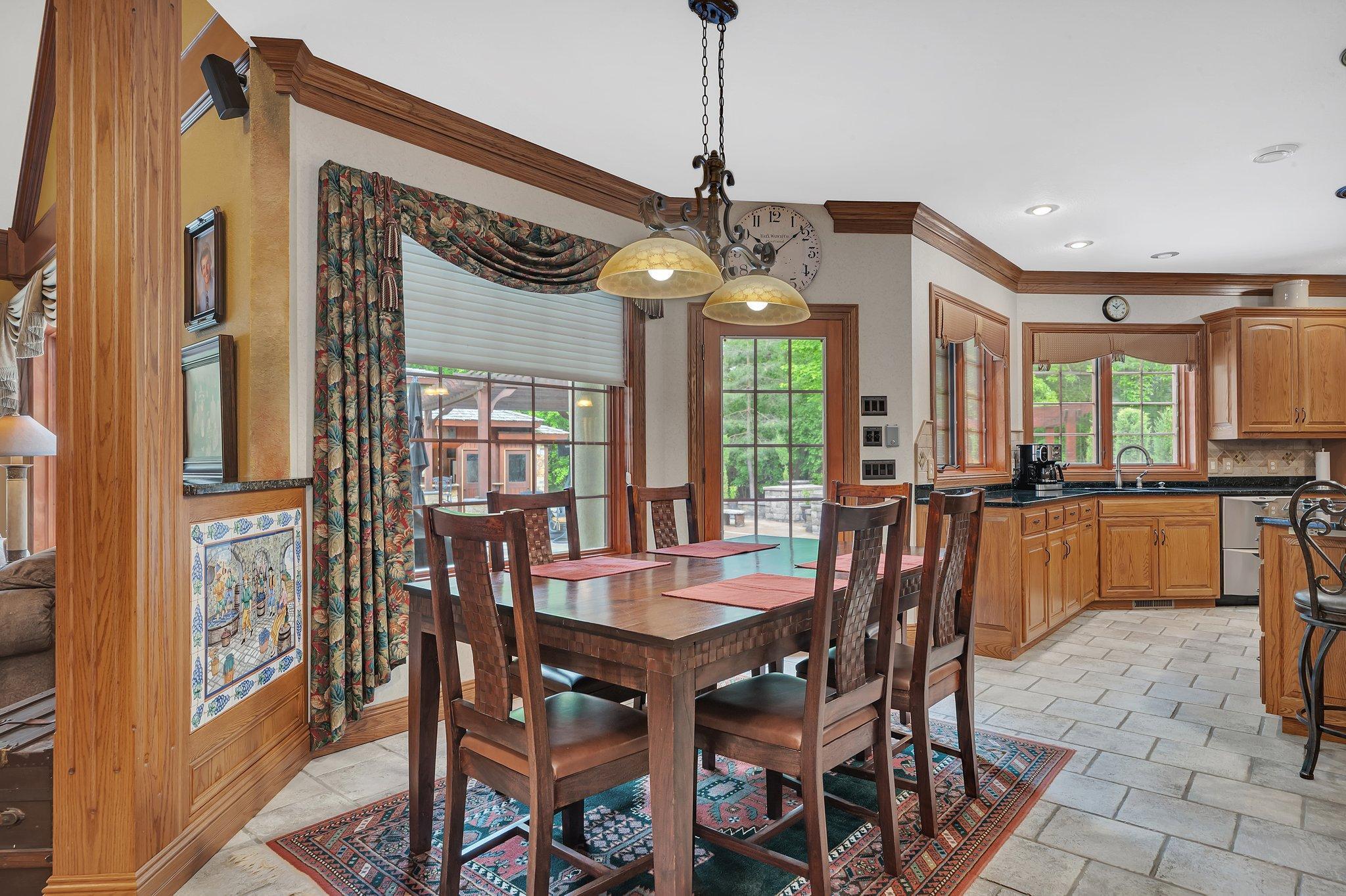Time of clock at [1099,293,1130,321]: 10:07
